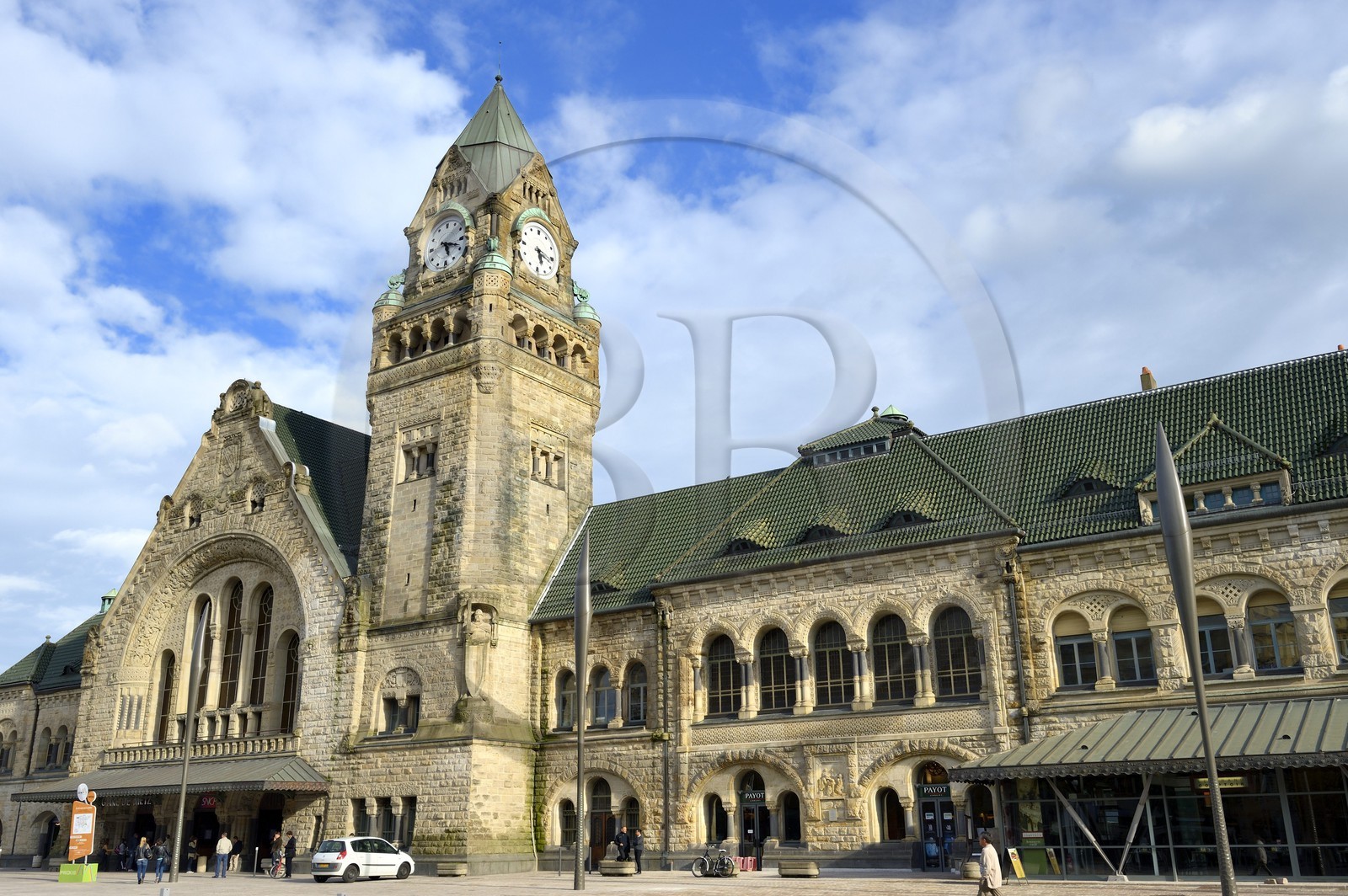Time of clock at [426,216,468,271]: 5:18
